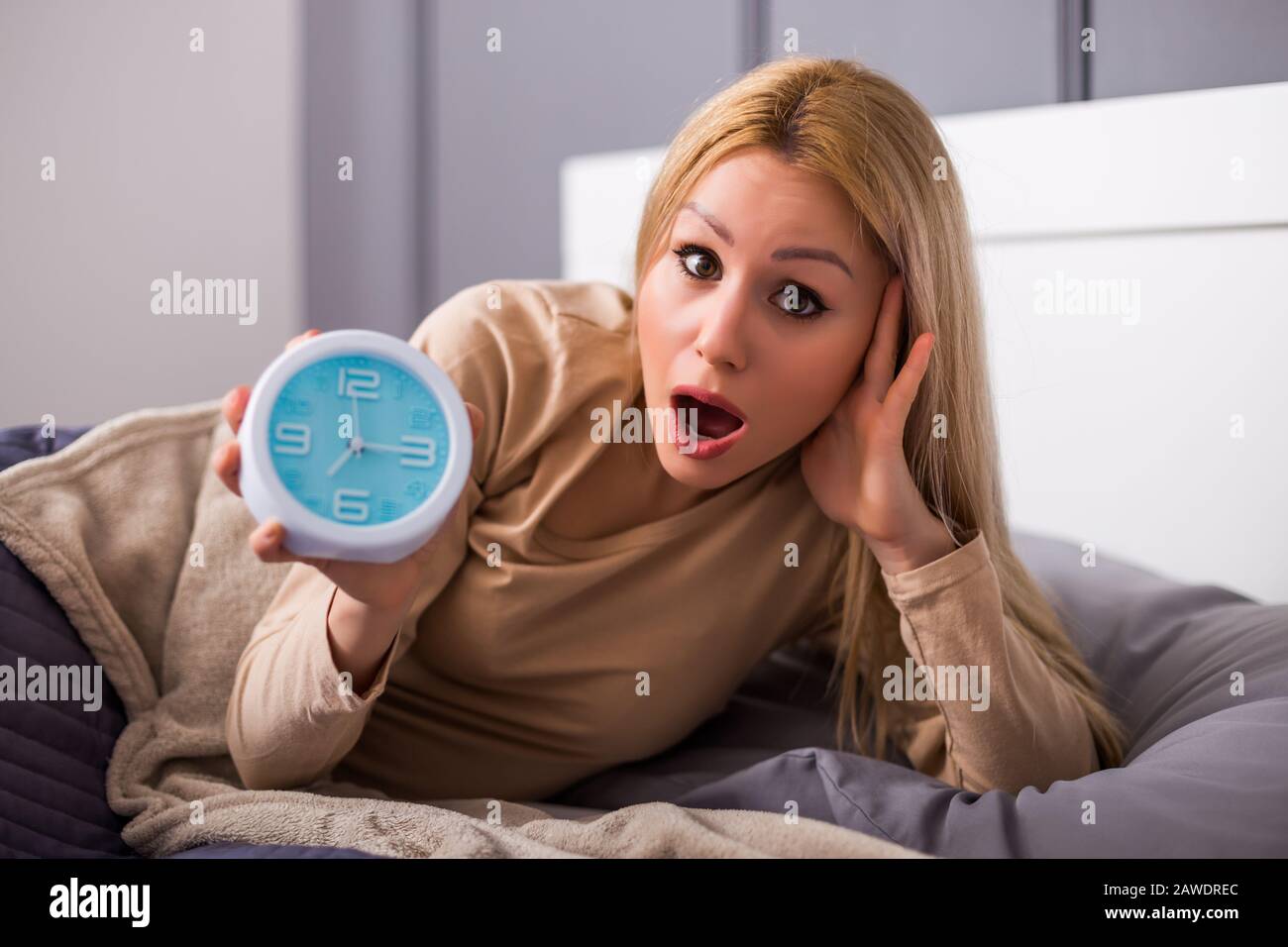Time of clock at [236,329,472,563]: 7:15
